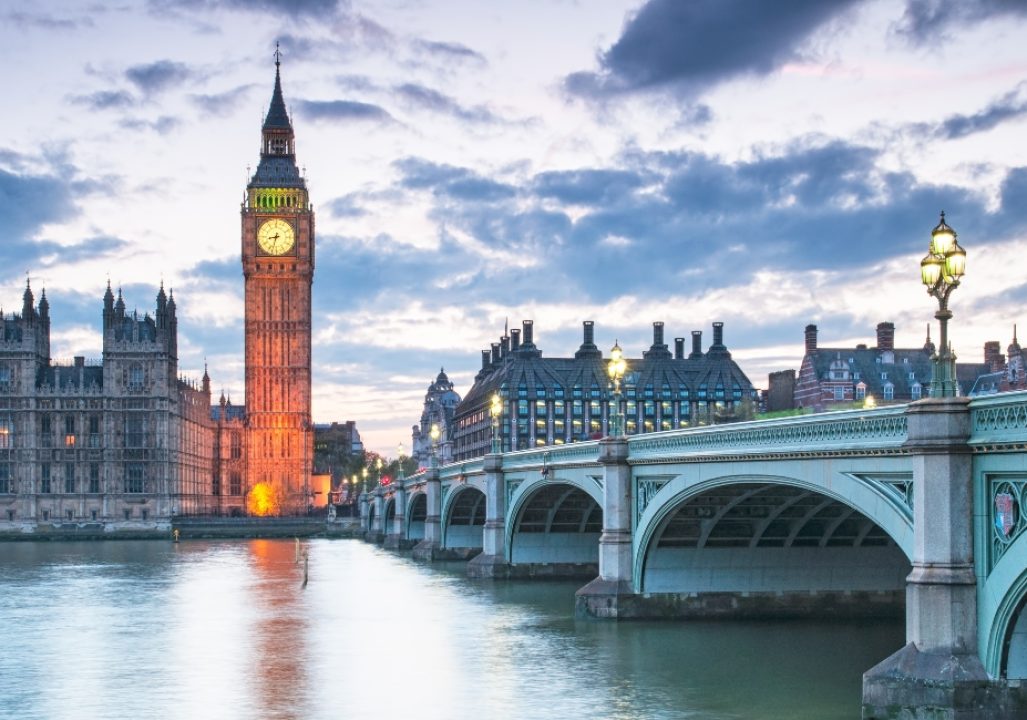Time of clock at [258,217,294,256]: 8:32
